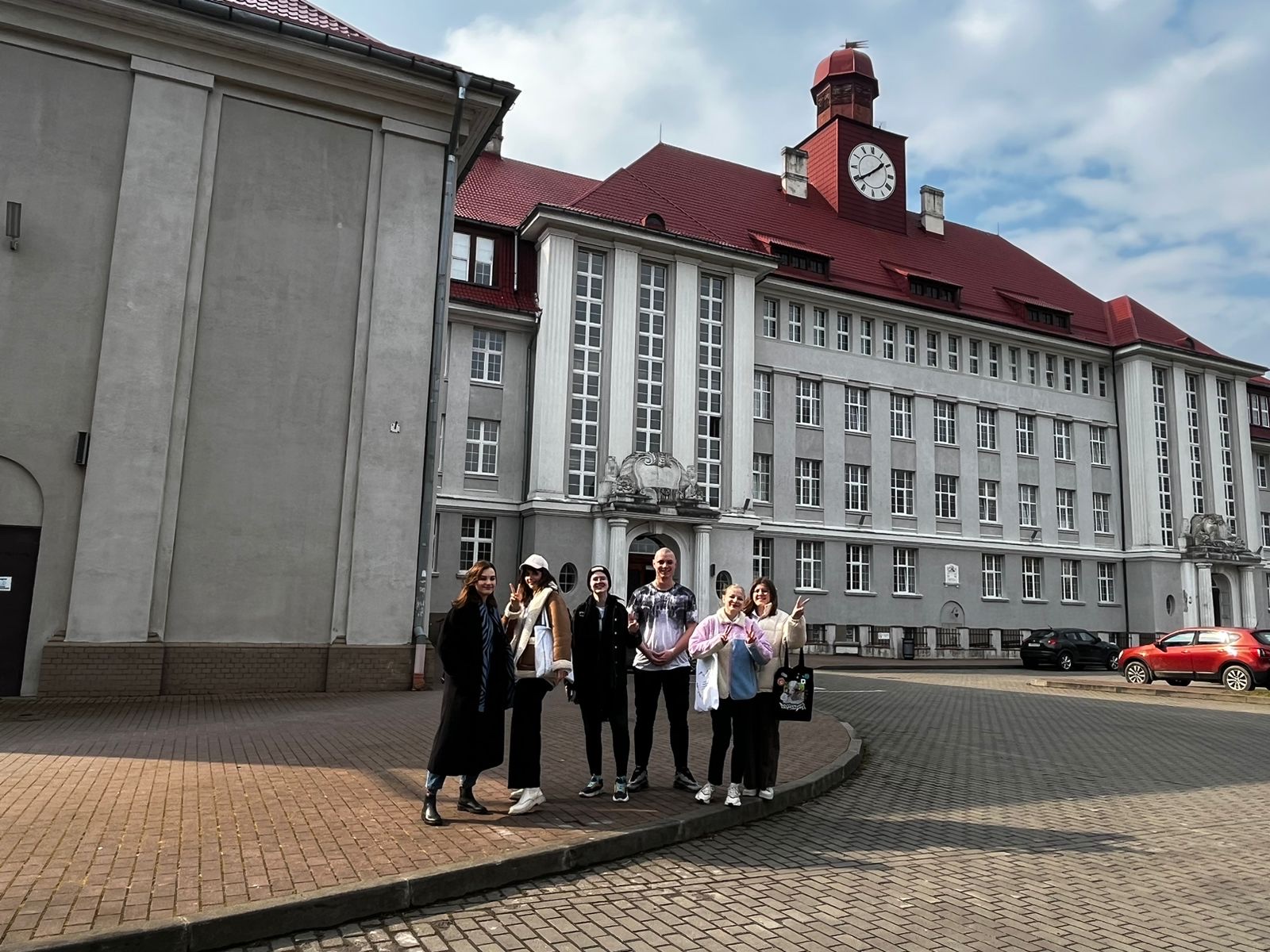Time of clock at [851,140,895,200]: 1:39
